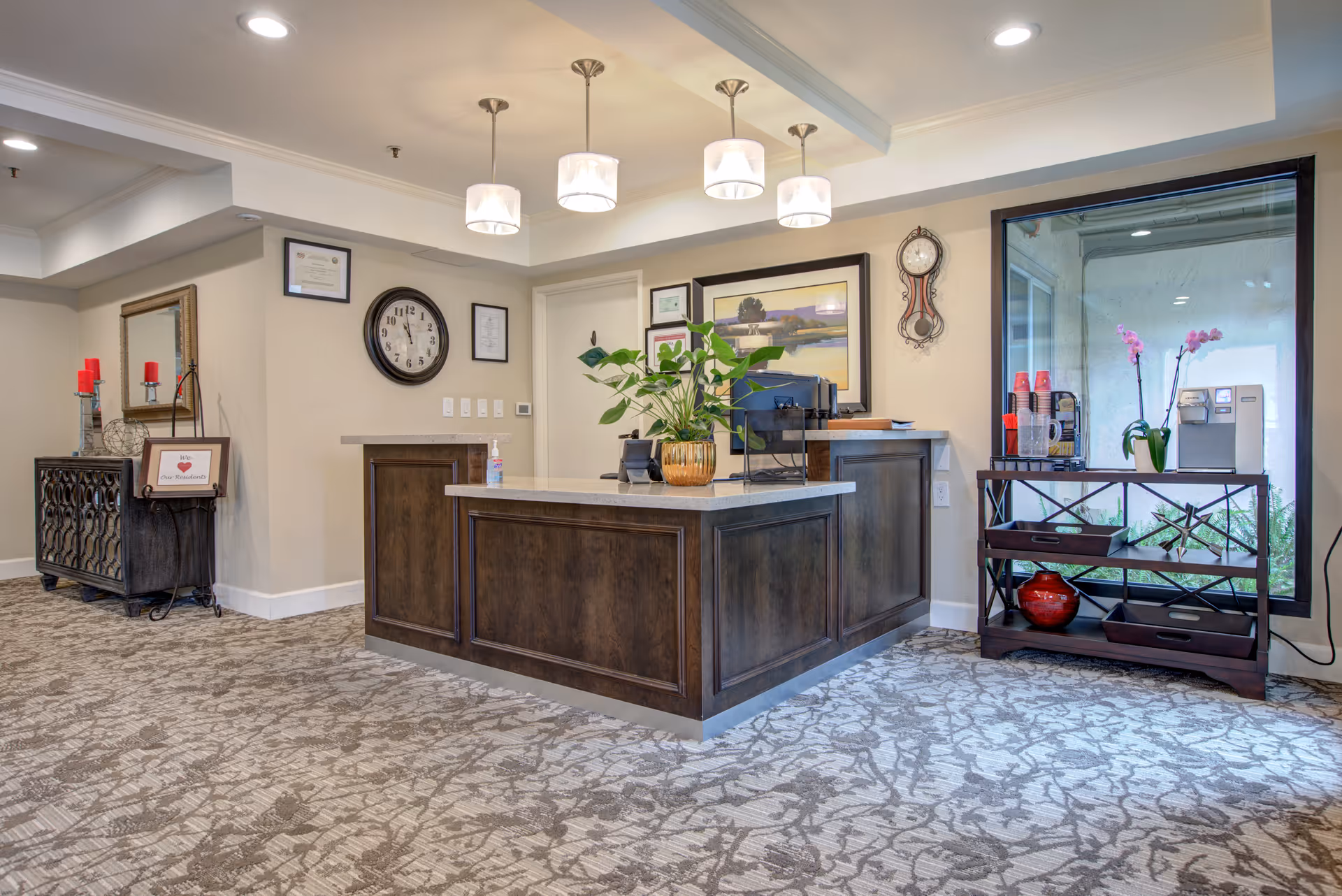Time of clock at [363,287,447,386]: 10:58
